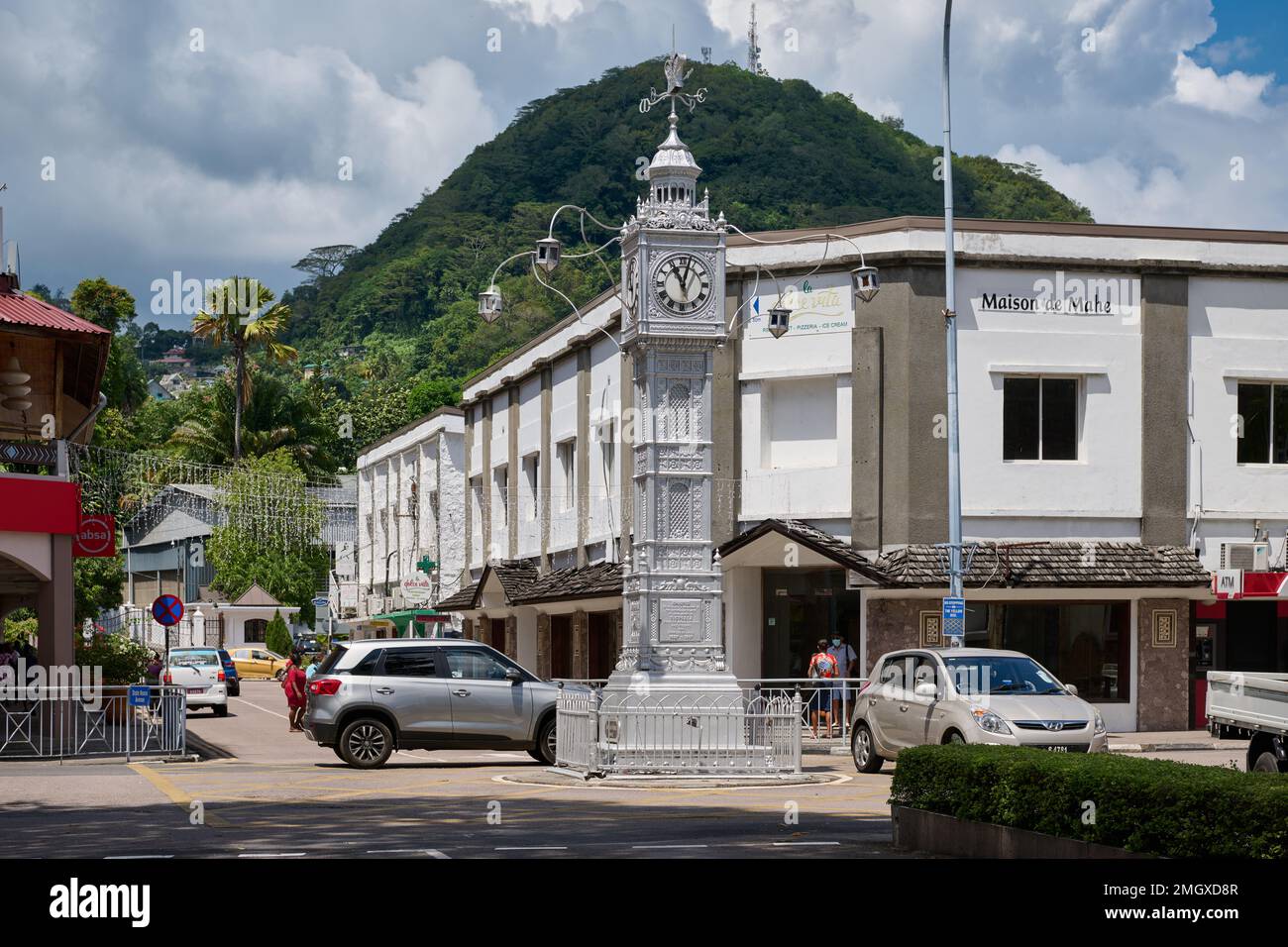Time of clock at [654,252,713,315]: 11:02
